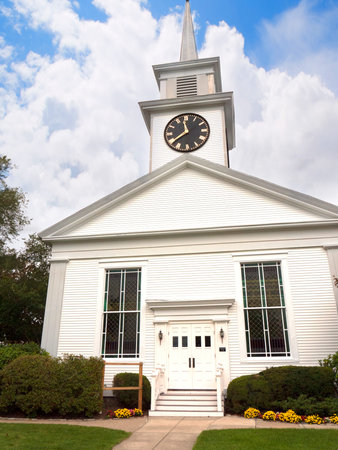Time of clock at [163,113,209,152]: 11:38
